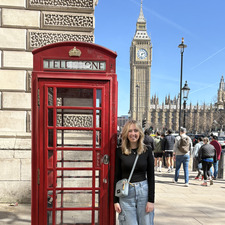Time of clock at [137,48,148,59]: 2:32
